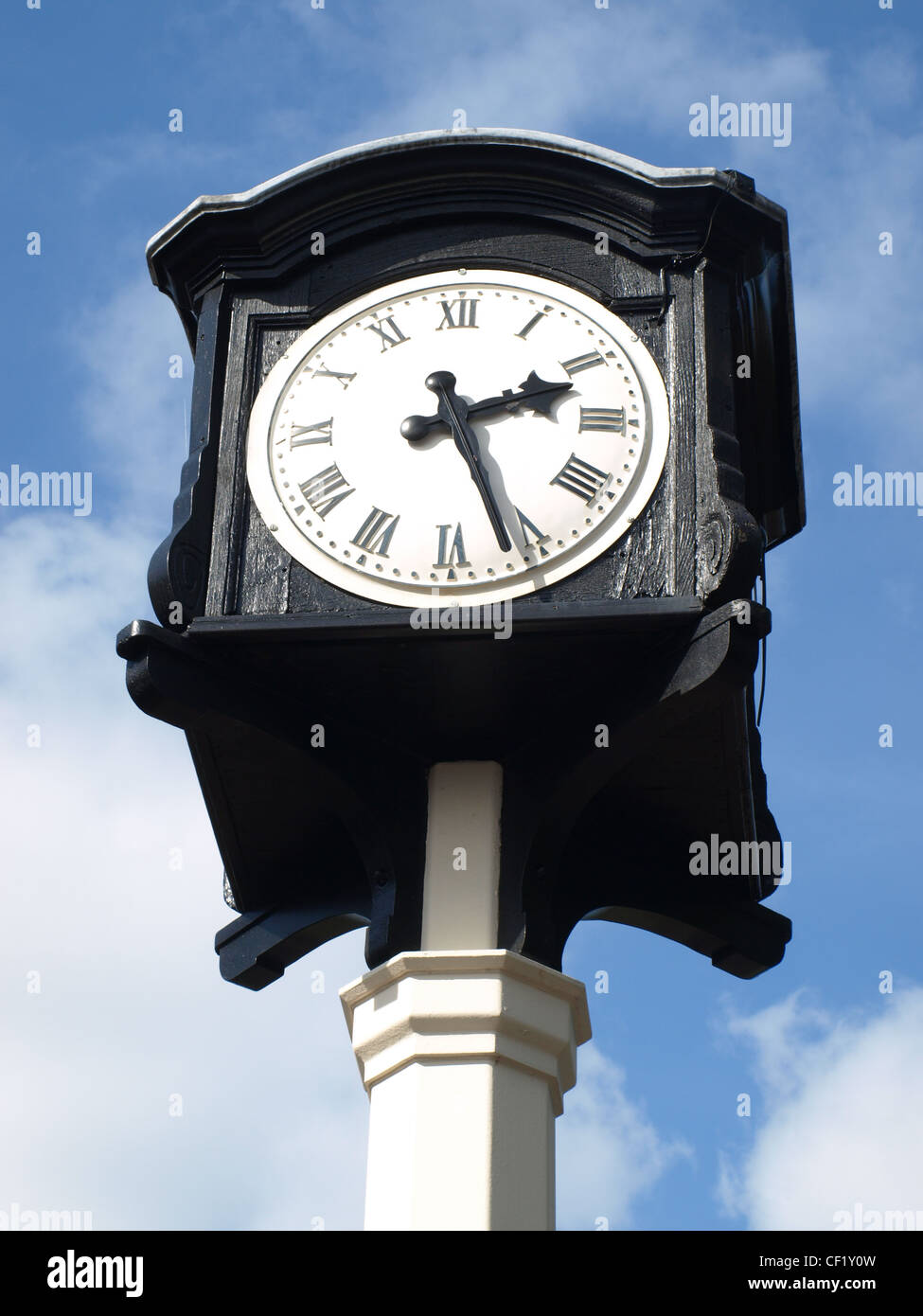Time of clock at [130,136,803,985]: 2:26
